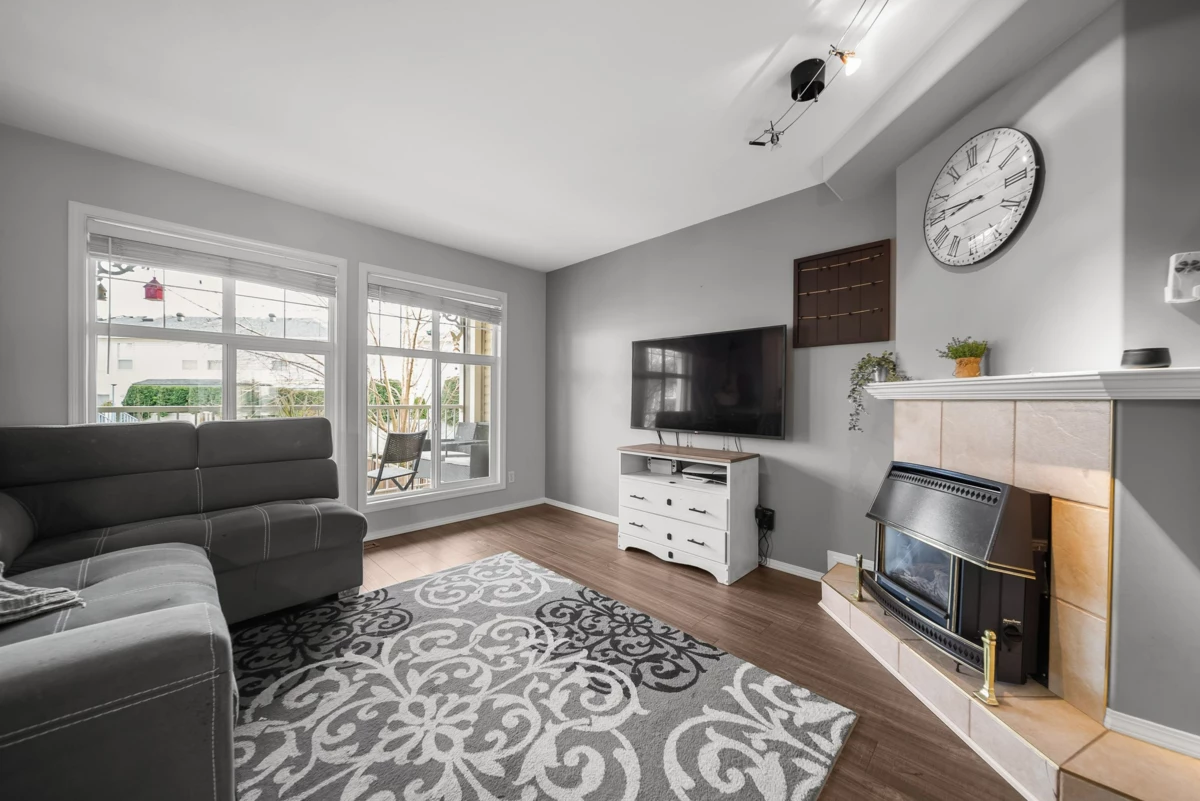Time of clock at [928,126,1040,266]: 8:46
